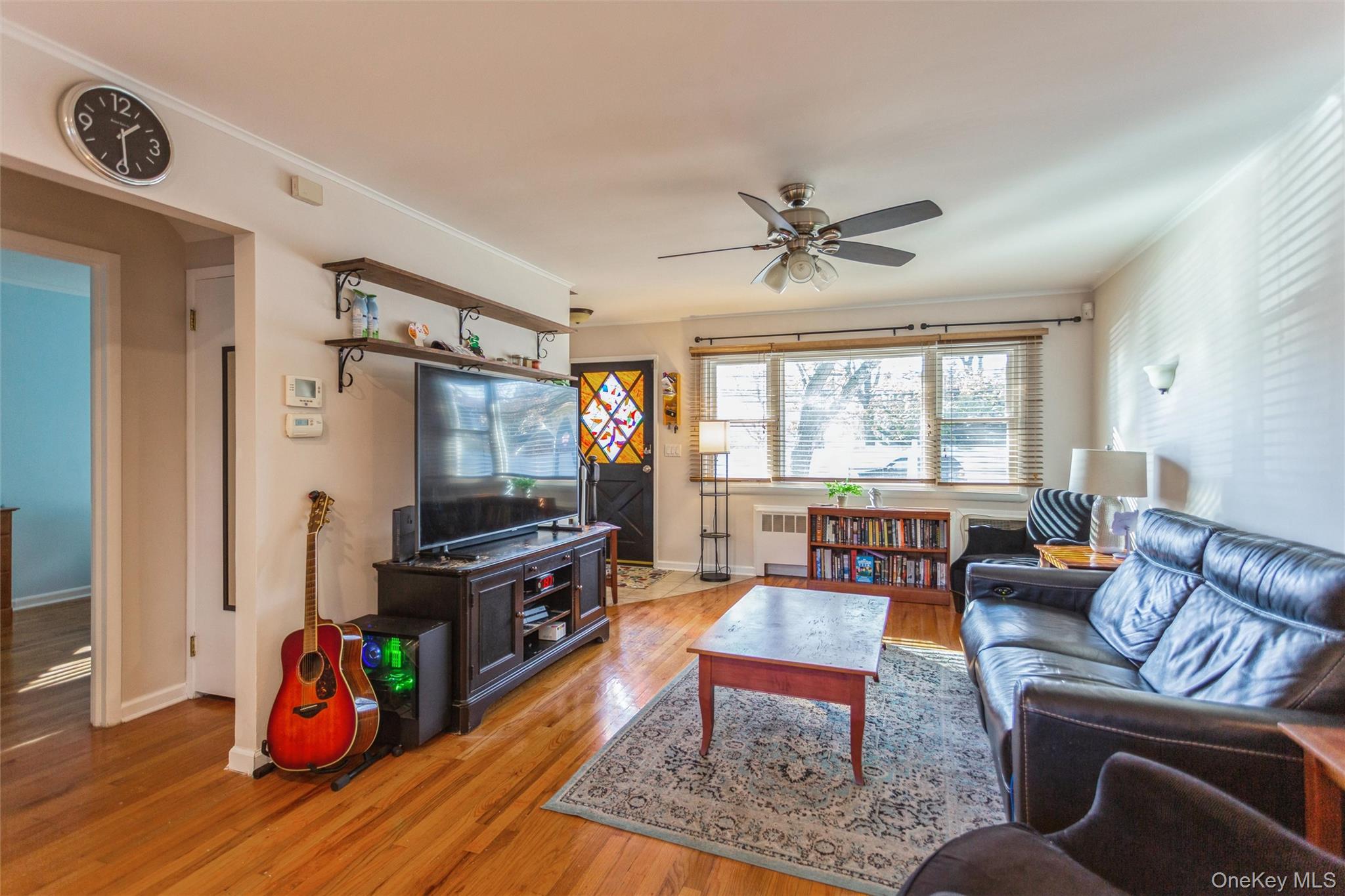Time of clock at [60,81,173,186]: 1:28
